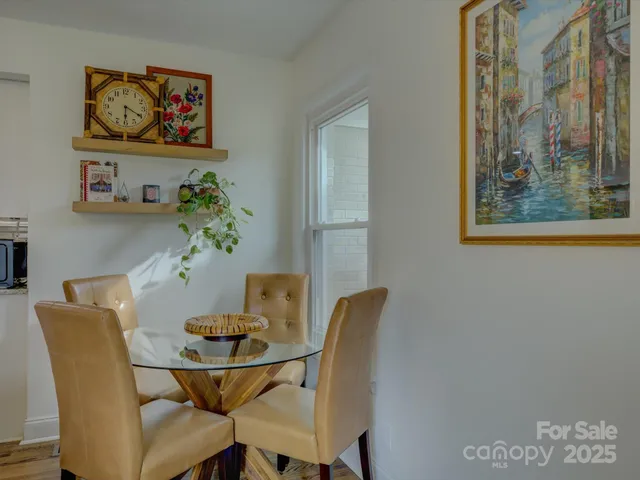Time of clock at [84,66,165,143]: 6:20
